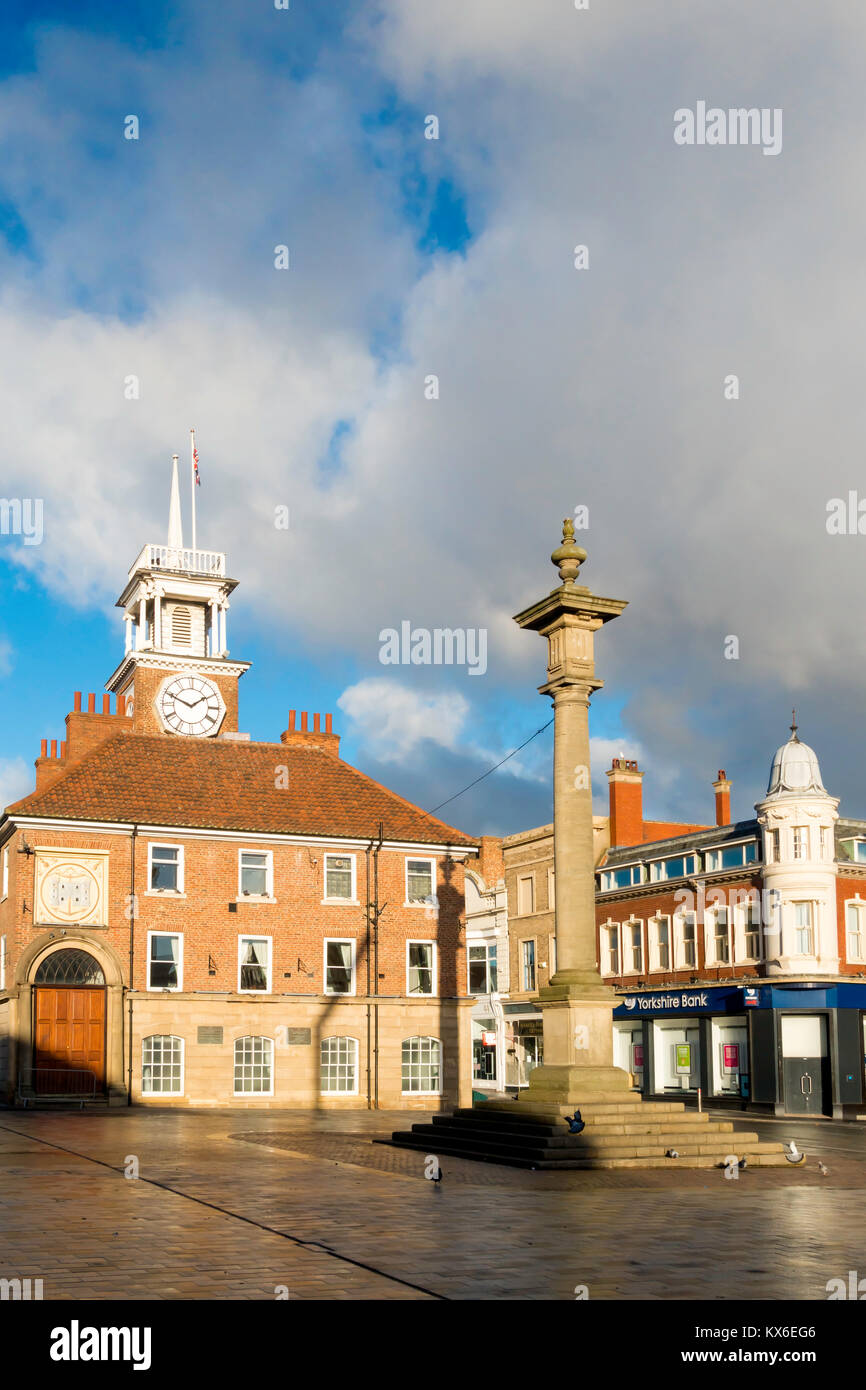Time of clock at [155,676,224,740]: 1:49
